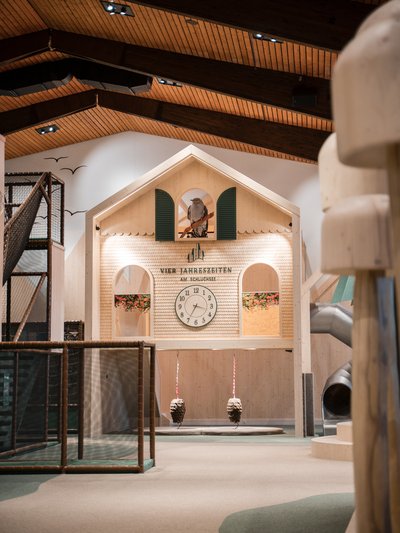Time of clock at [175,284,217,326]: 3:34
